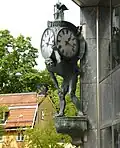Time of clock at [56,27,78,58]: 1:18
